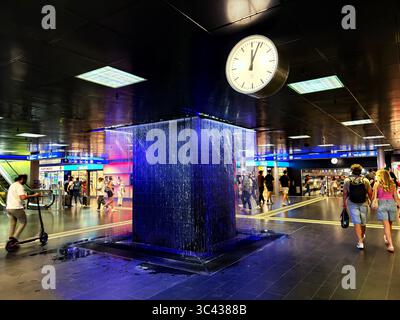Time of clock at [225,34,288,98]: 12:03
